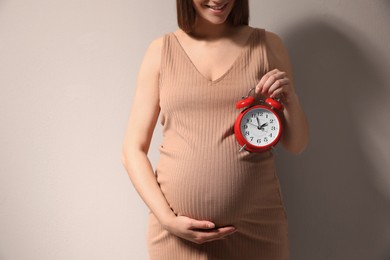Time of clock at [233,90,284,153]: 1:57
